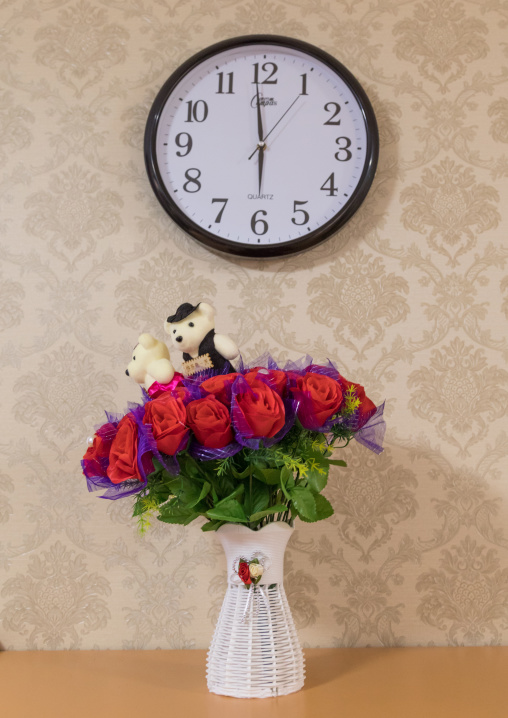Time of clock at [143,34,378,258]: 5:59
